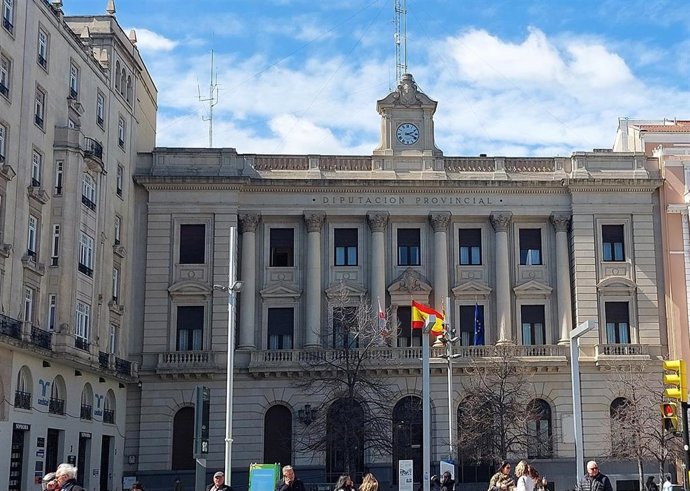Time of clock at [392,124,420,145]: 2:18
